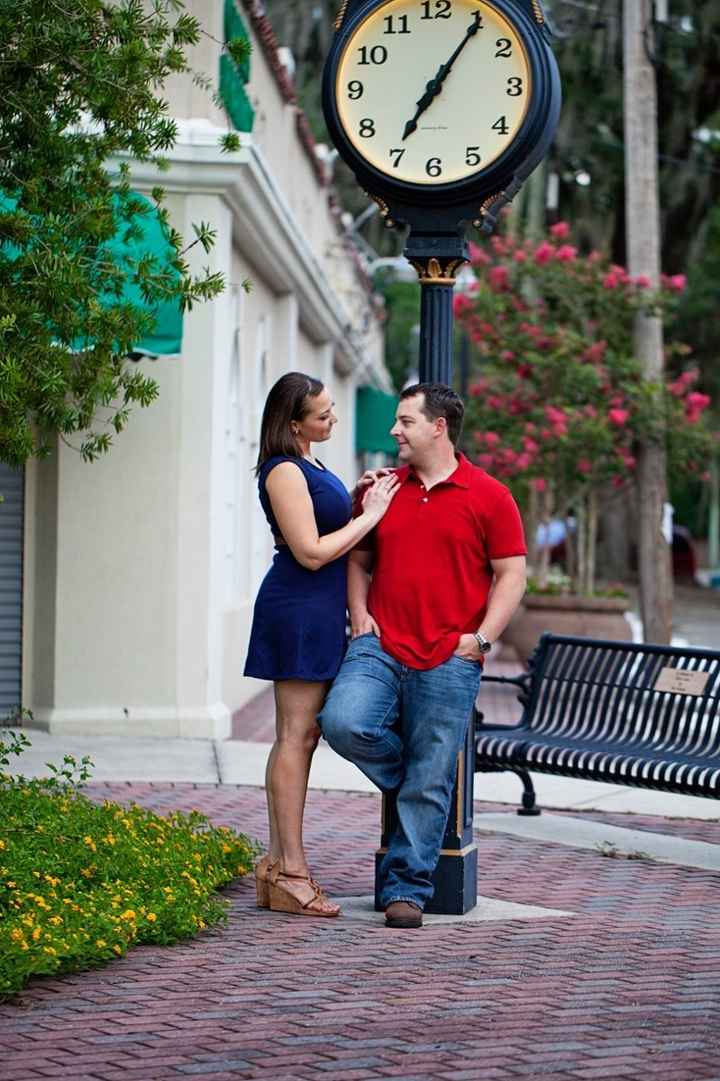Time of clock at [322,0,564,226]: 7:05
